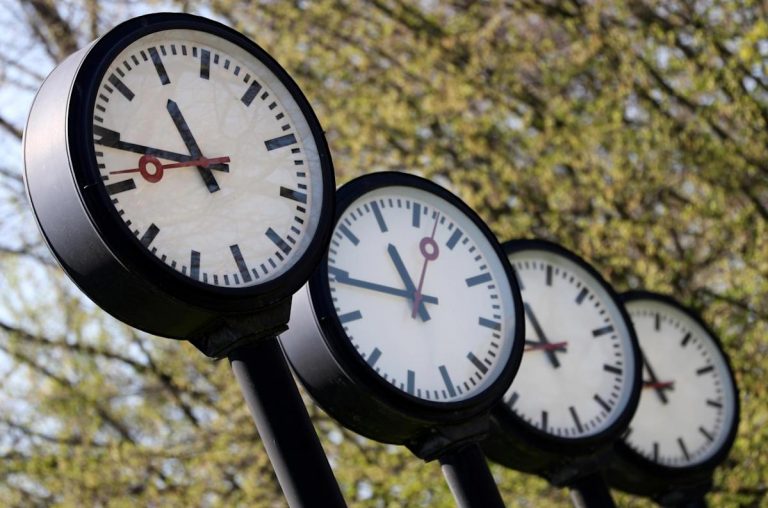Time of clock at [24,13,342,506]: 10:43
